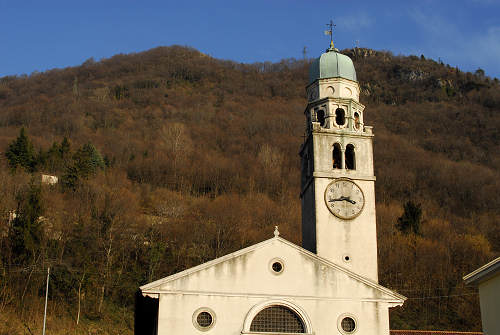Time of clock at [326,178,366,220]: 3:43
